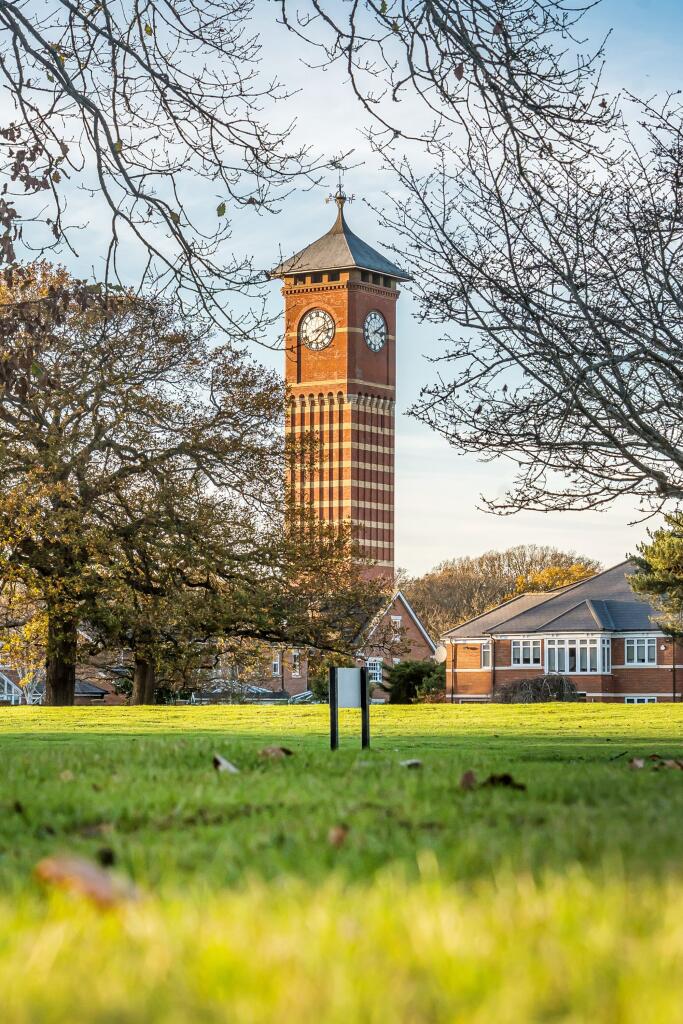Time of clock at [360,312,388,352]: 3:10
